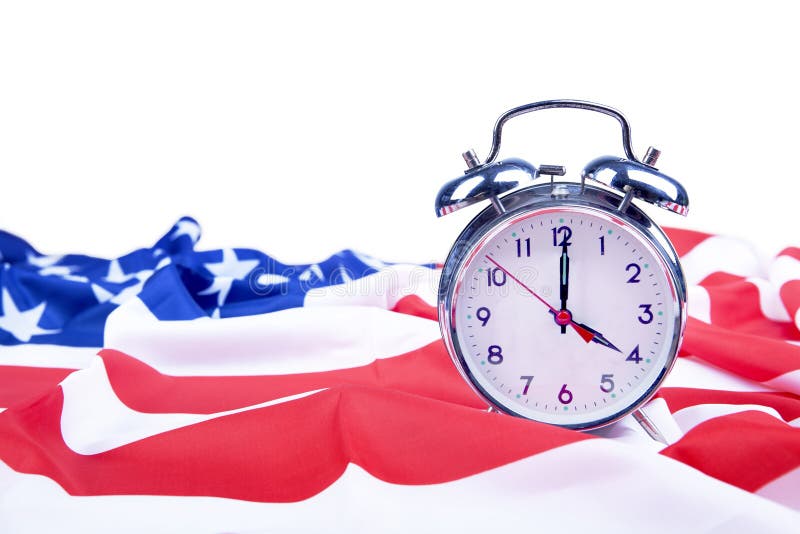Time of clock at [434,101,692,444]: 4:00
